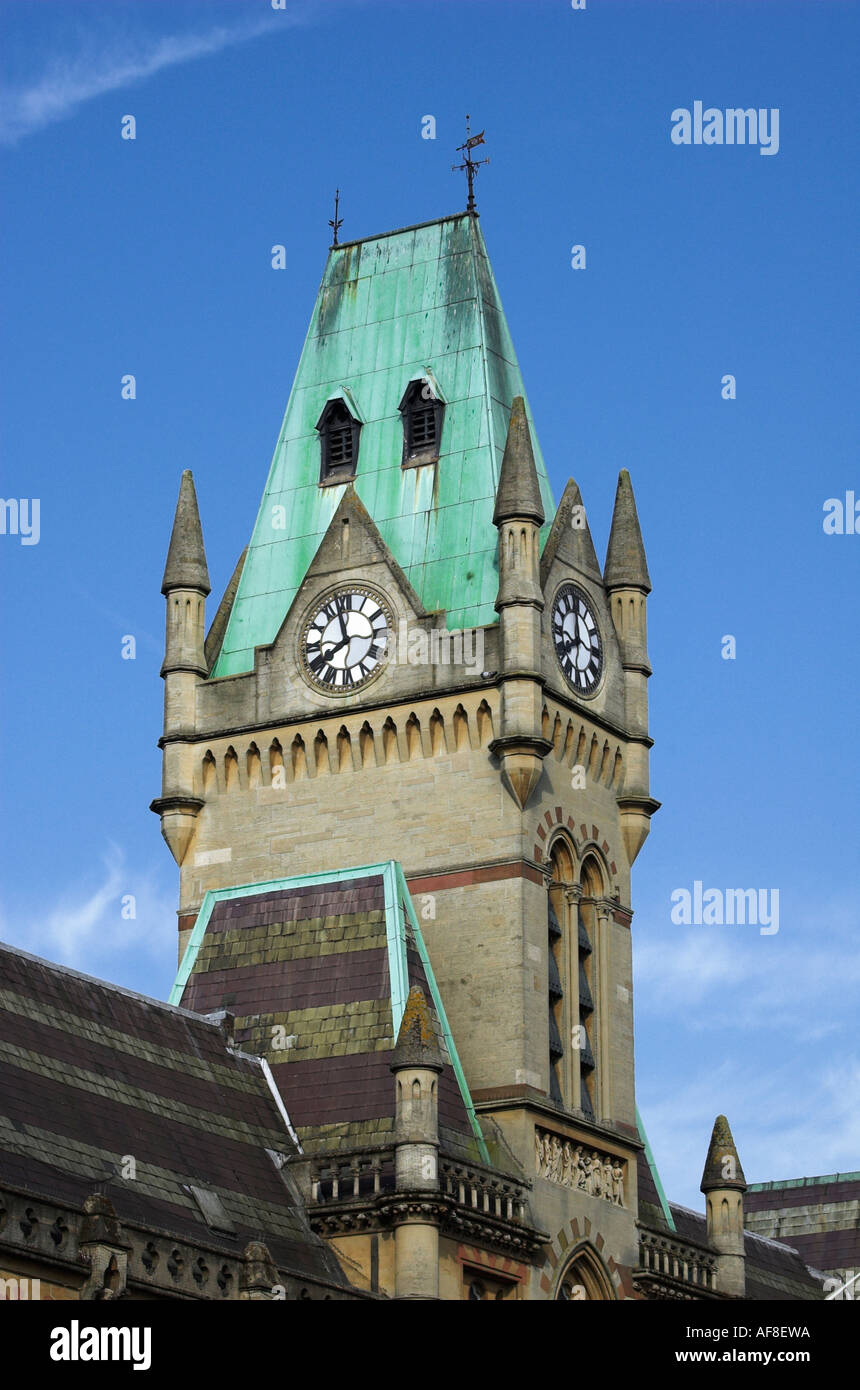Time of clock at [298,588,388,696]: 7:57
